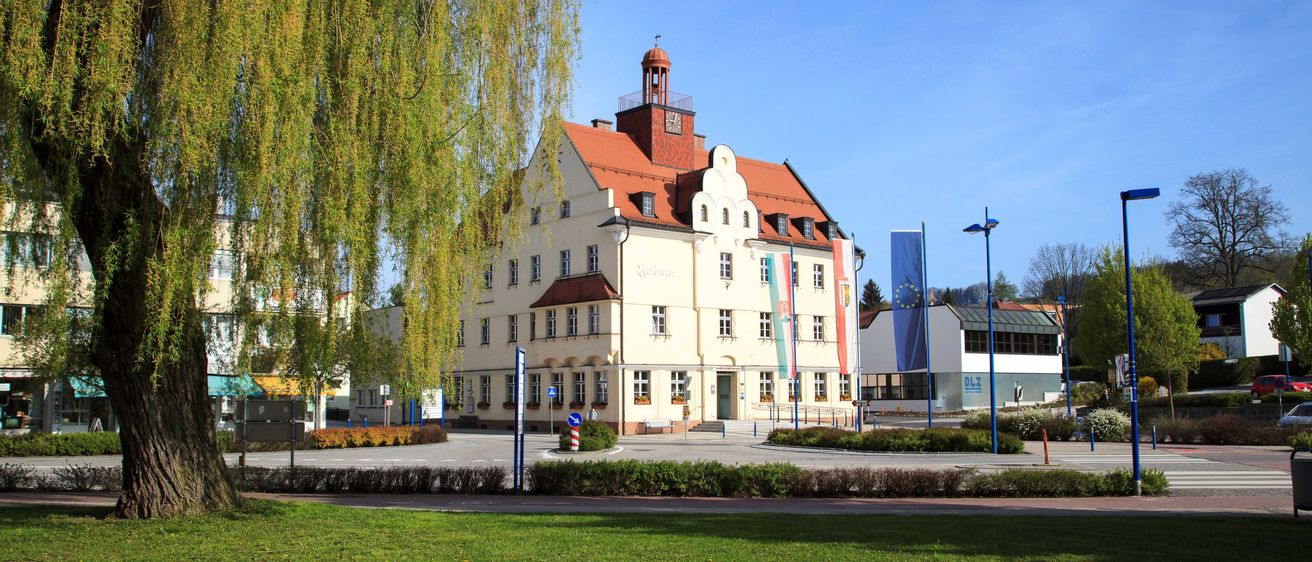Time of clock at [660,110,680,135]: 9:01
